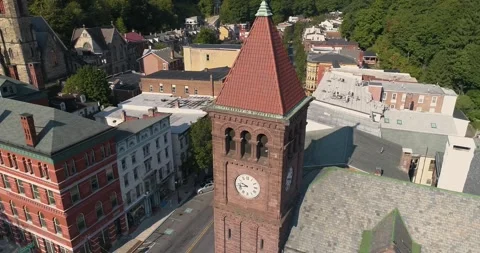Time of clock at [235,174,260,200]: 9:42
